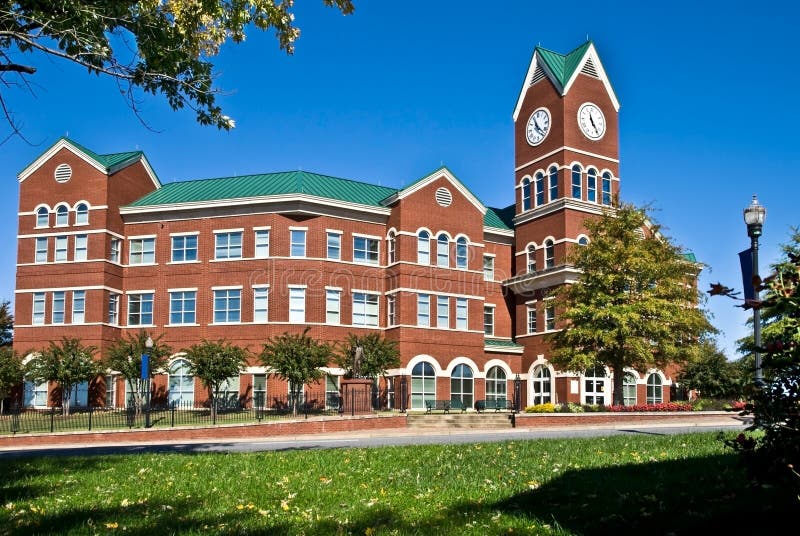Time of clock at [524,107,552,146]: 11:22
